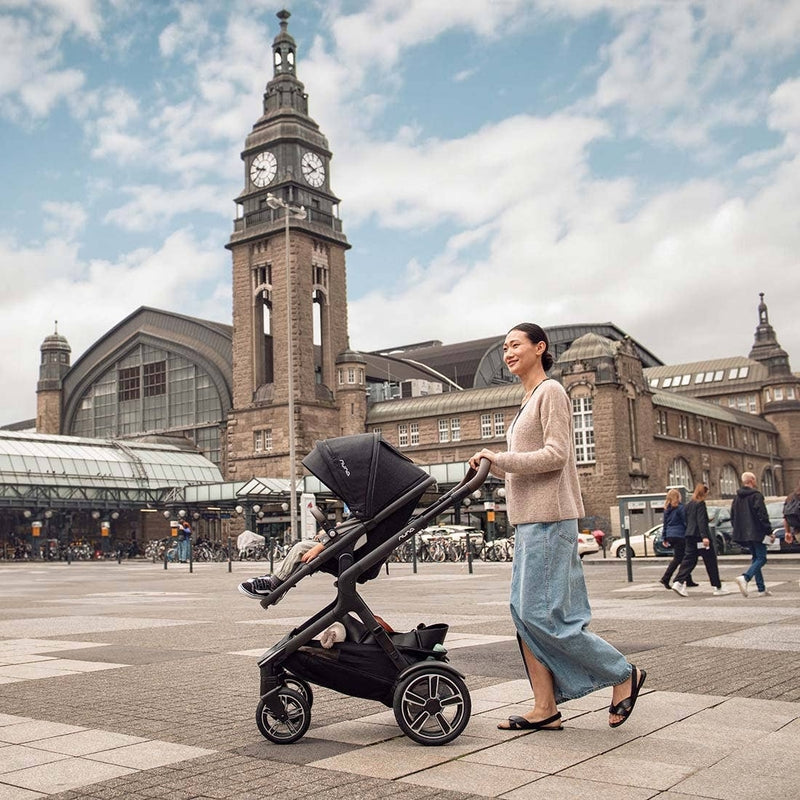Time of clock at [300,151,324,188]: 9:38
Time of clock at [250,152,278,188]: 9:39
